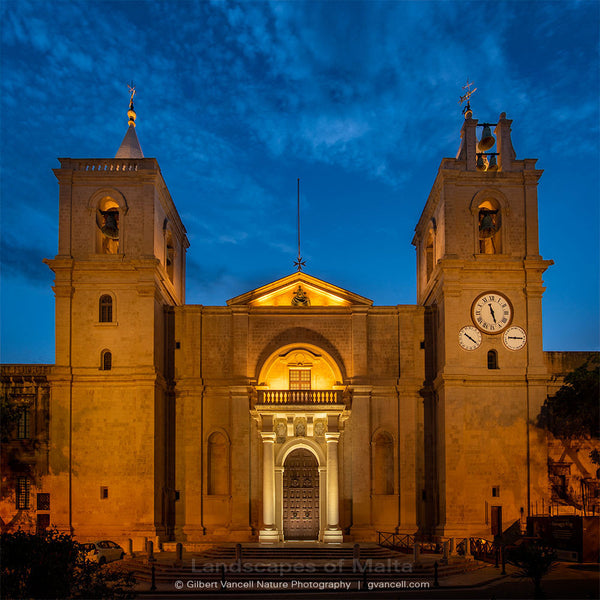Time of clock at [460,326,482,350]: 10:21
